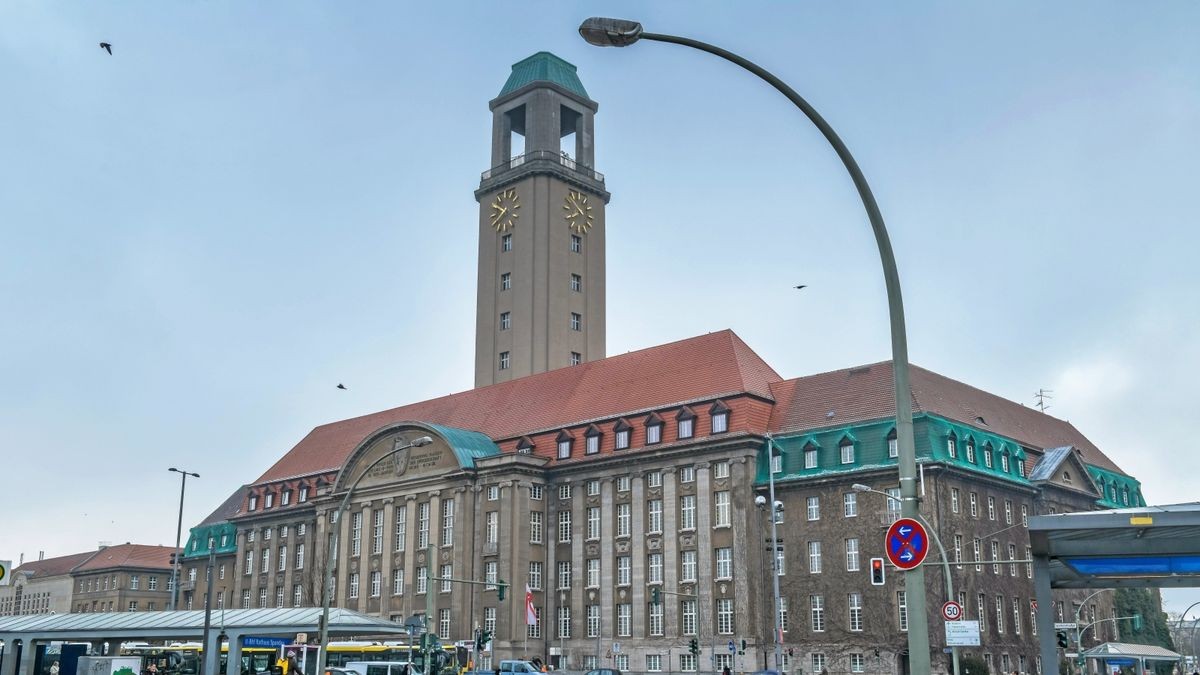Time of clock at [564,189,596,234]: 7:52
